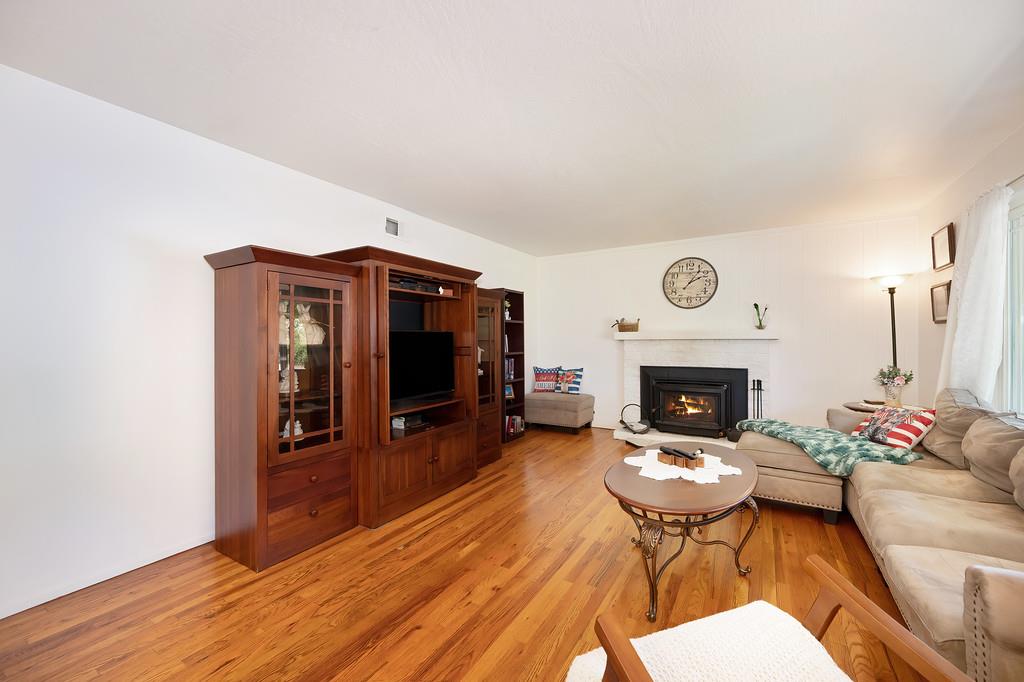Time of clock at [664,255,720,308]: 2:06
